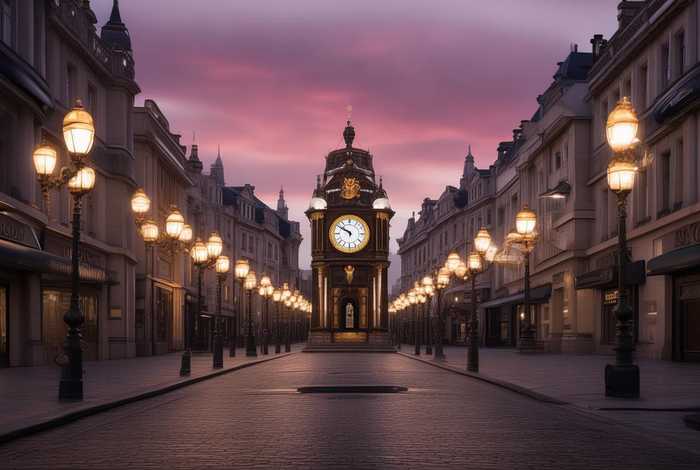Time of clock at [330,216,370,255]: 9:50
